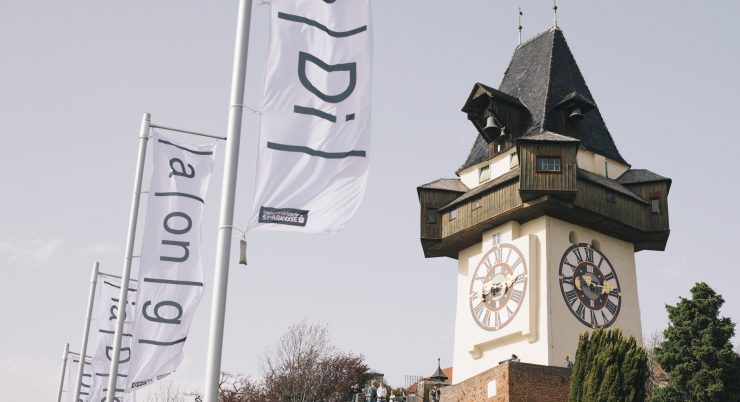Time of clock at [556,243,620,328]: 10:15
